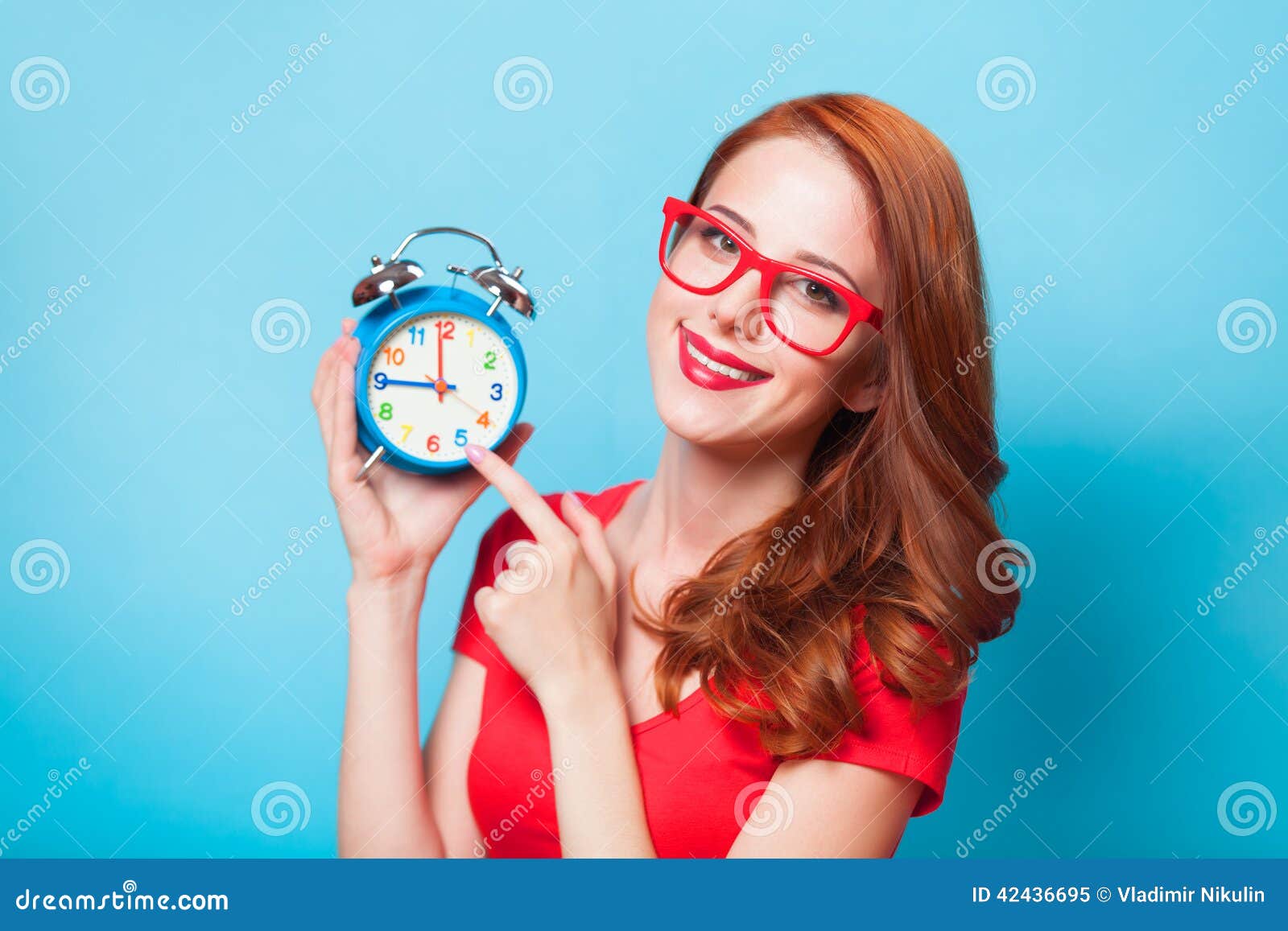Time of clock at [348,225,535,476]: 11:45
